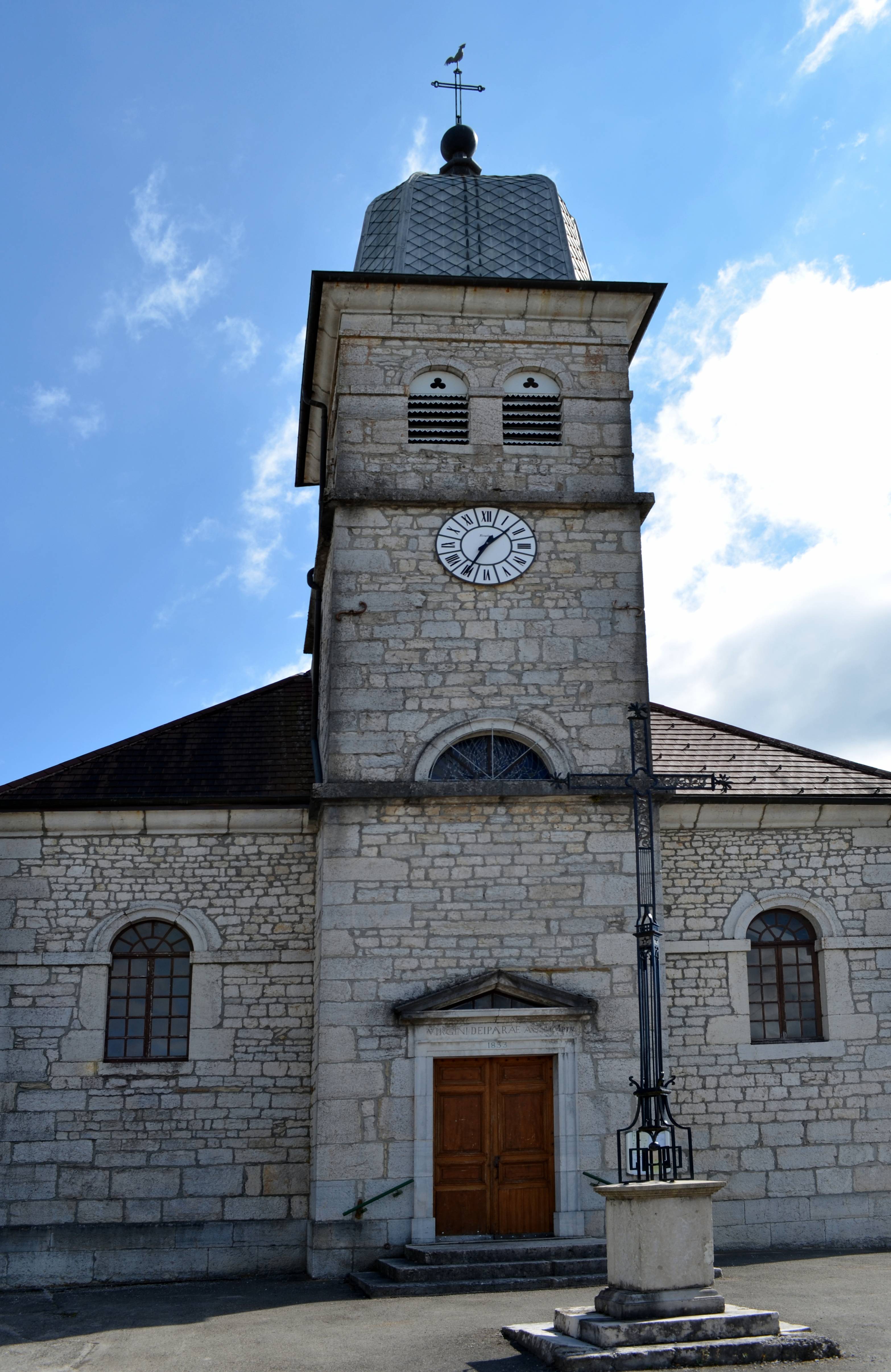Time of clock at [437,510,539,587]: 1:34
